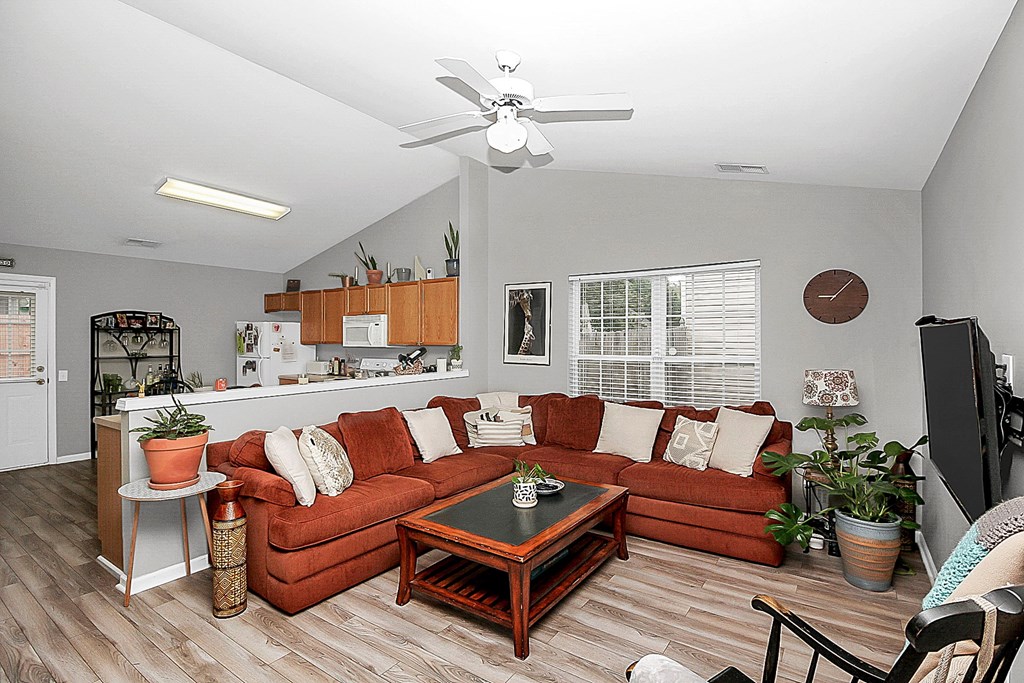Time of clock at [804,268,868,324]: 9:07
